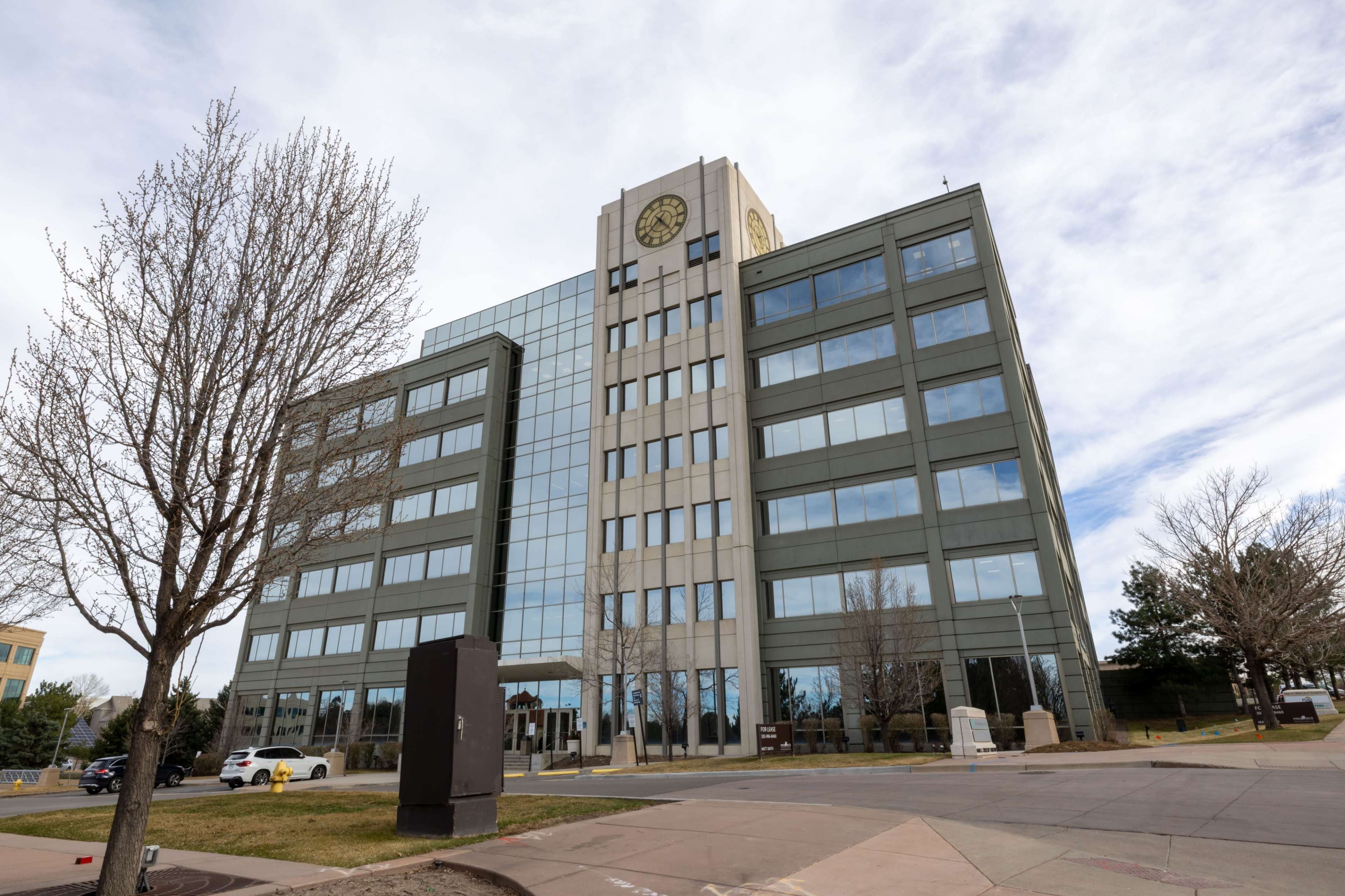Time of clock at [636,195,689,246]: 4:38
